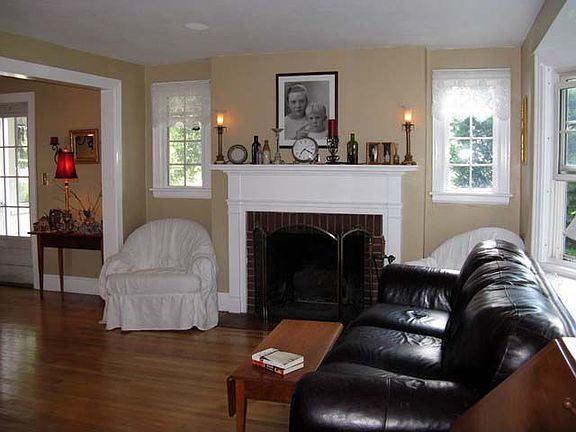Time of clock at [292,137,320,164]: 7:19
